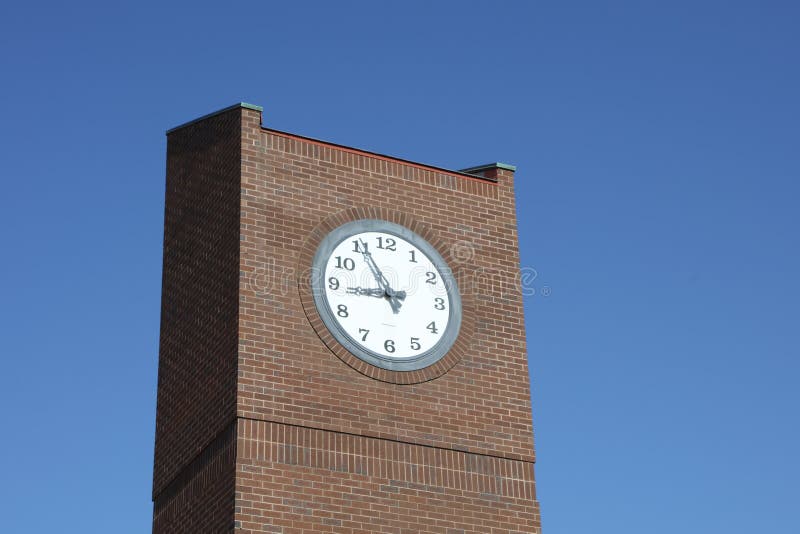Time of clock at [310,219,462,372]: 8:55
